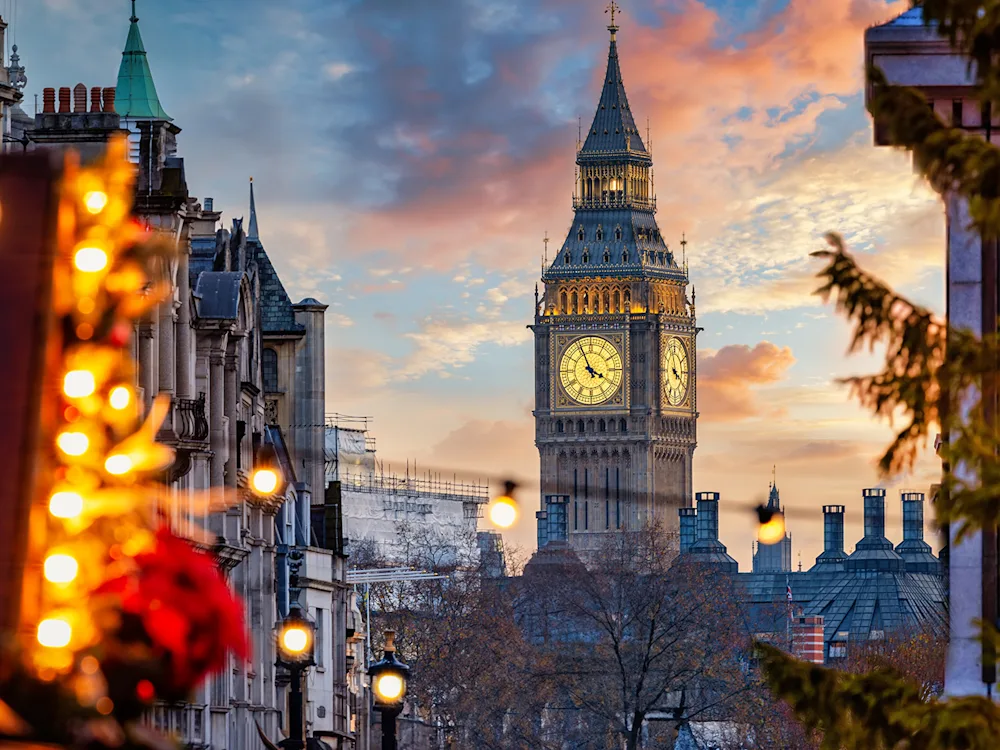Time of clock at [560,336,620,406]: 3:55
